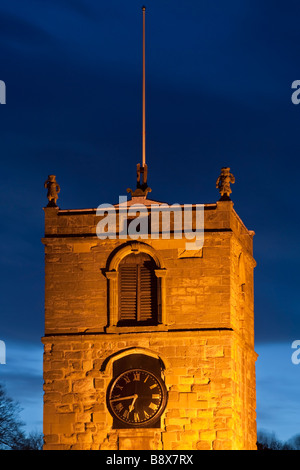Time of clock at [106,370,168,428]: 6:43
